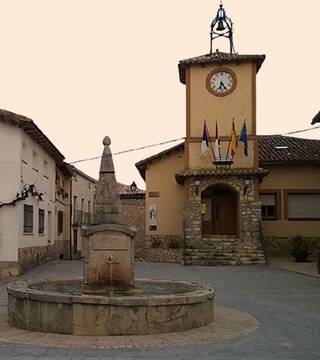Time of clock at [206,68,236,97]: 6:25
